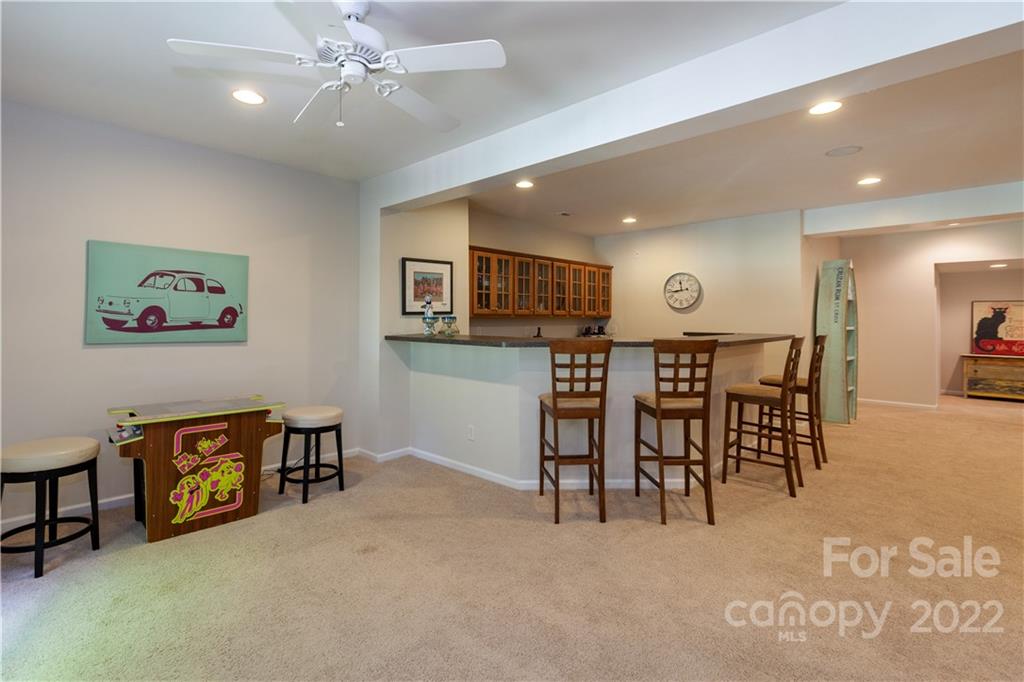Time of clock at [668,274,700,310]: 11:43
